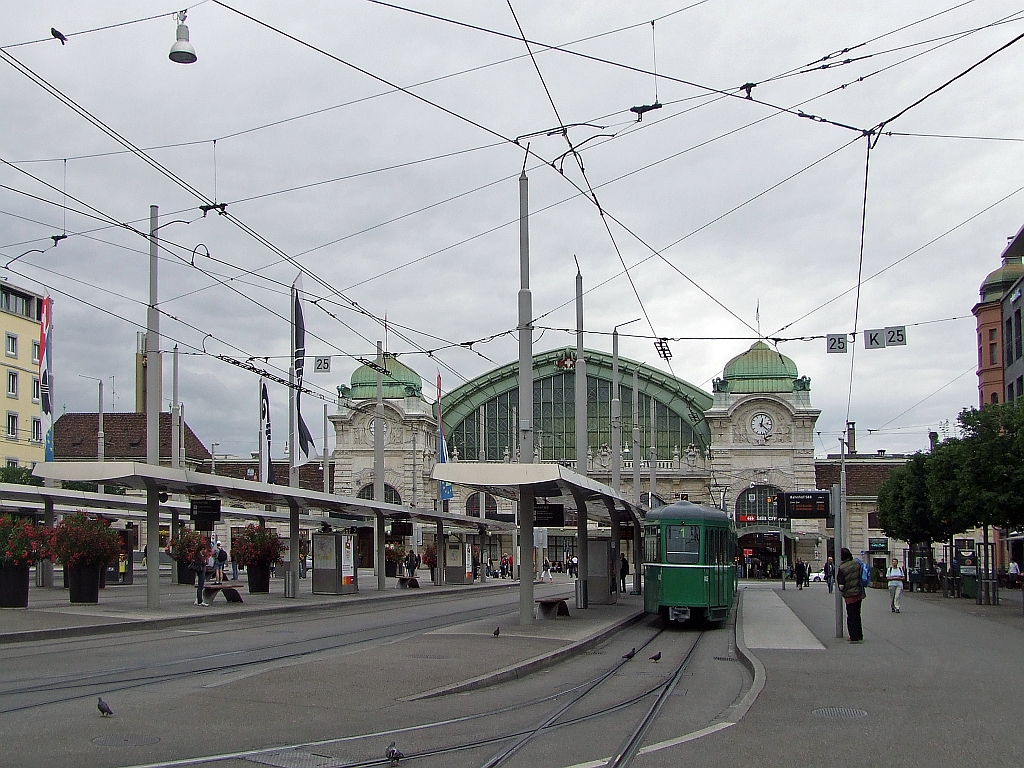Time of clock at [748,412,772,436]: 12:21
